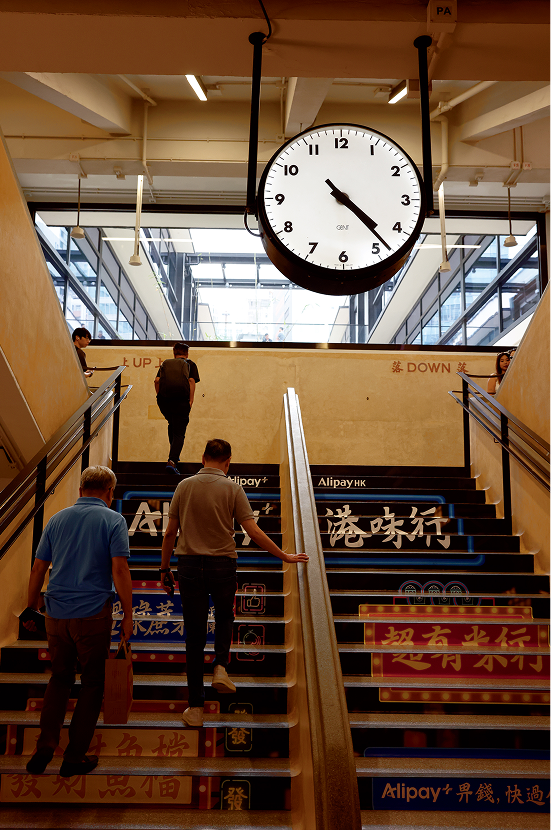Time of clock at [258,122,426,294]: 4:22
